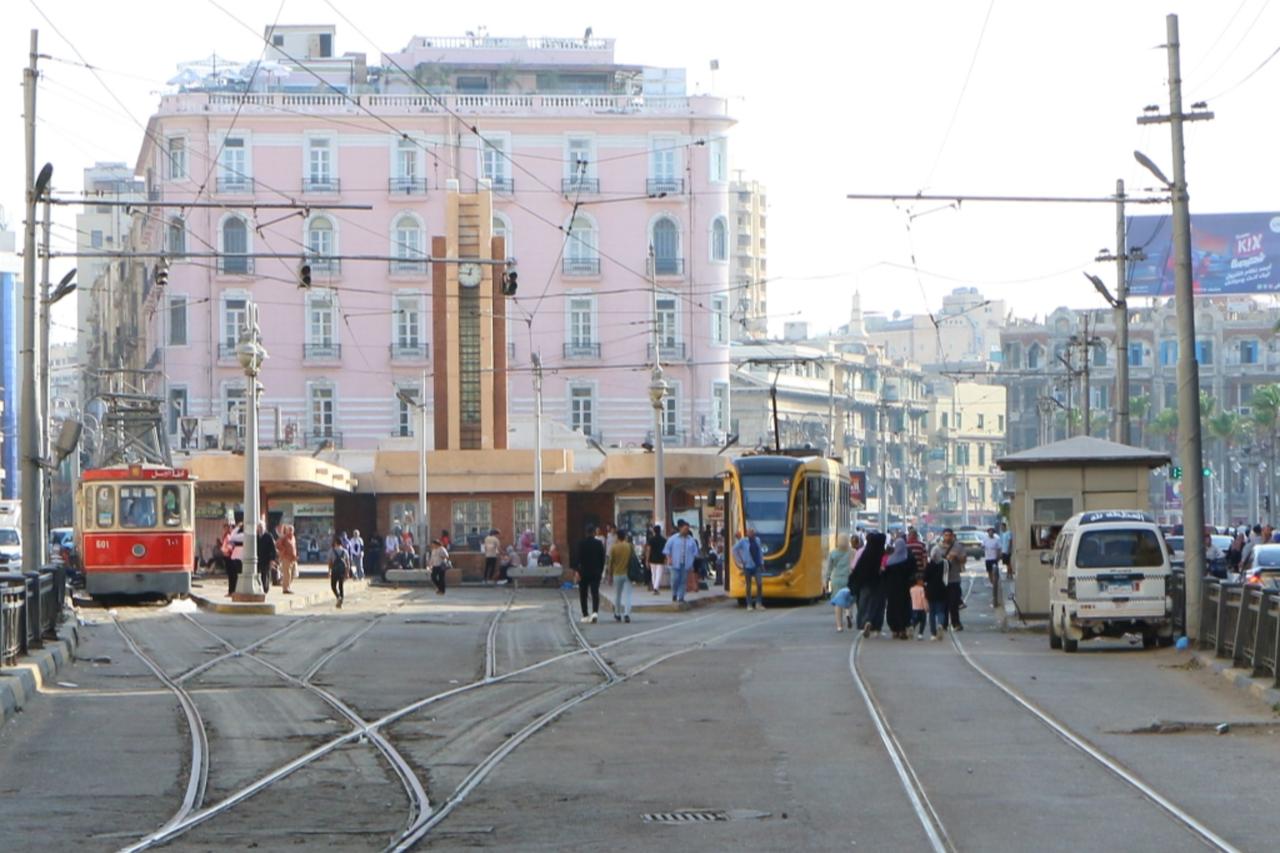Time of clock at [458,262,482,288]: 11:46
